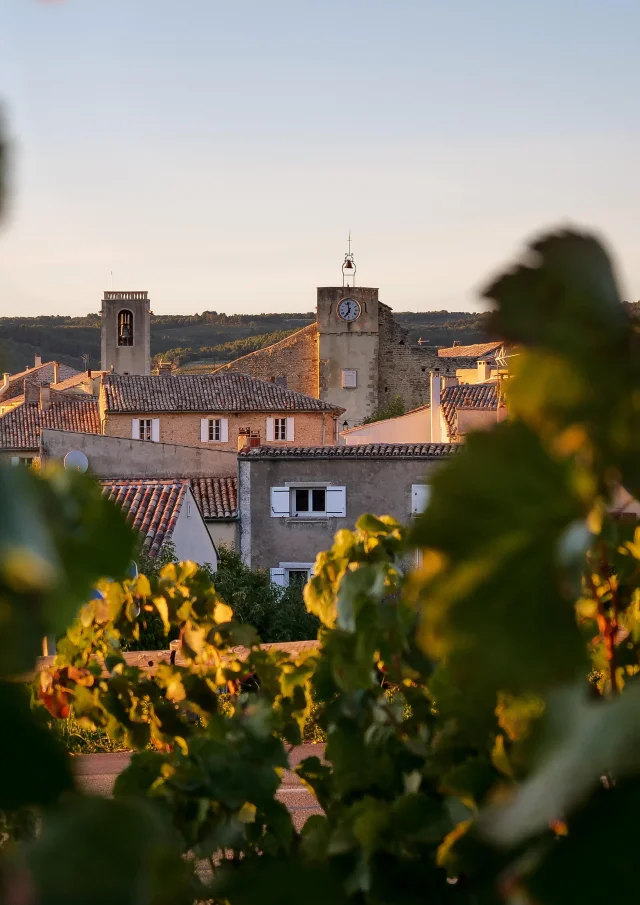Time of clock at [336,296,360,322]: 6:58
